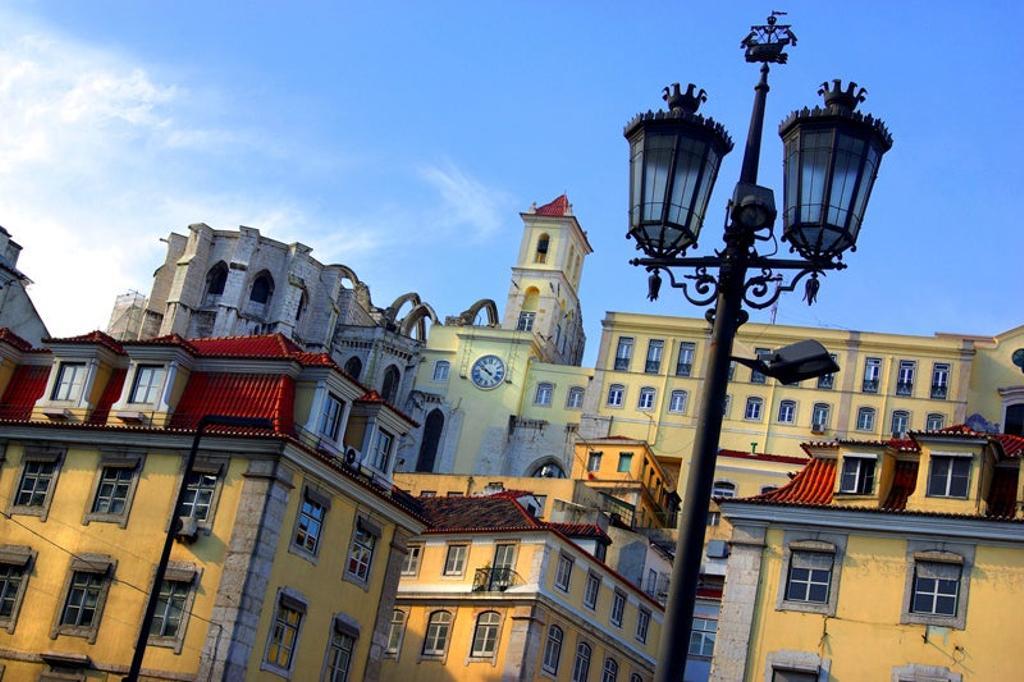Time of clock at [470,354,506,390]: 9:51
